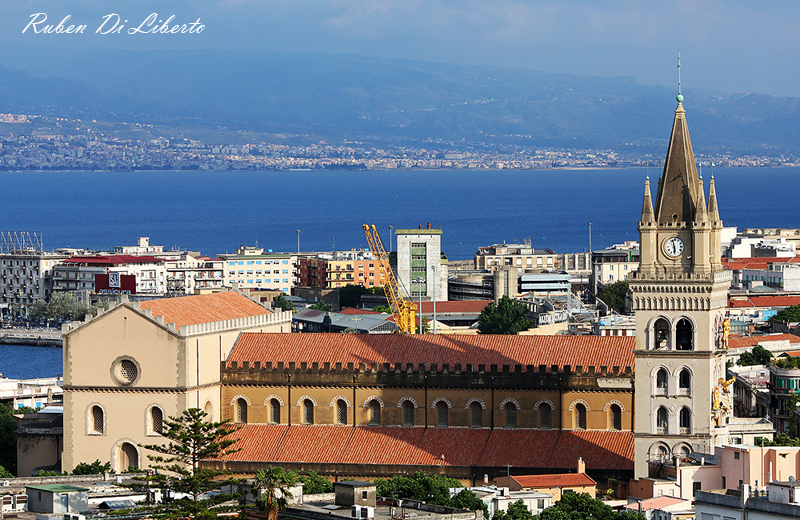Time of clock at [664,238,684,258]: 5:57
